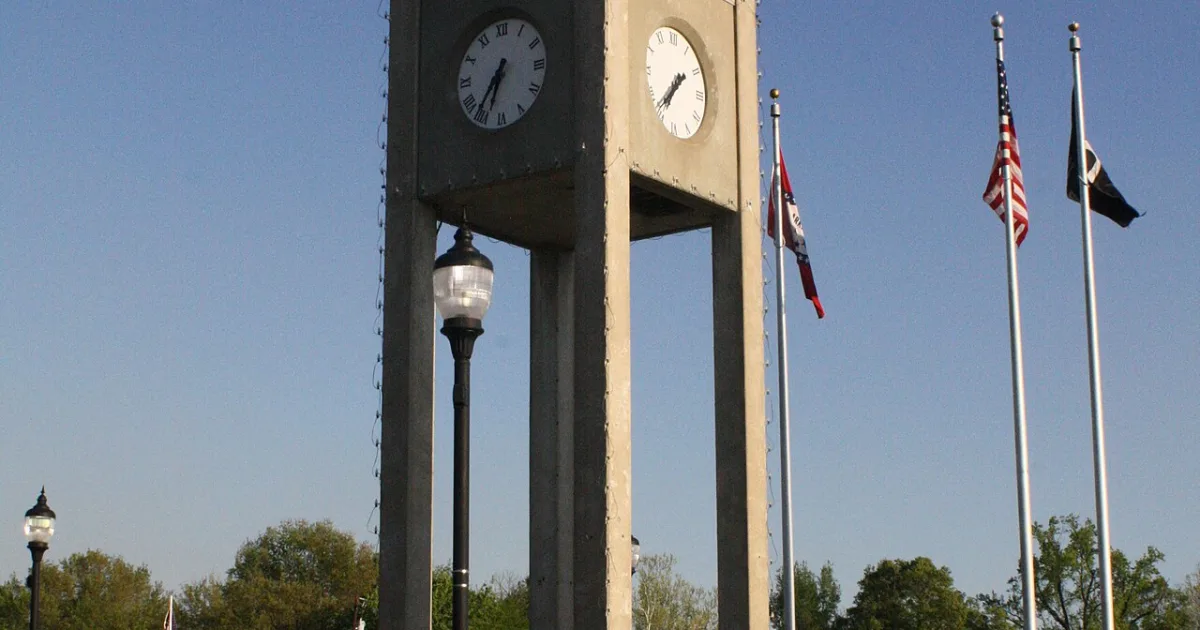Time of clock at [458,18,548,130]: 6:36
